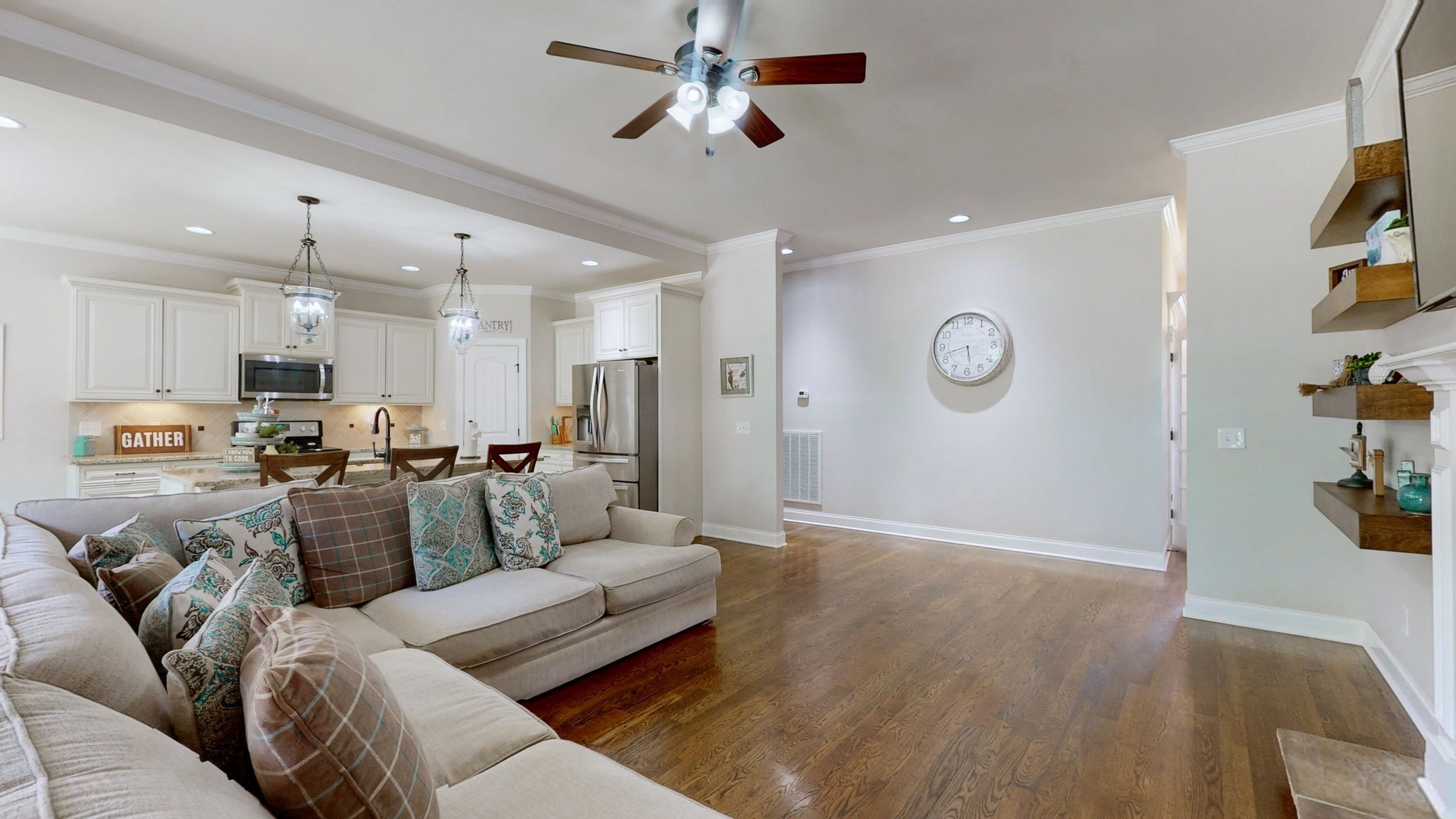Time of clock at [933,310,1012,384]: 5:42
